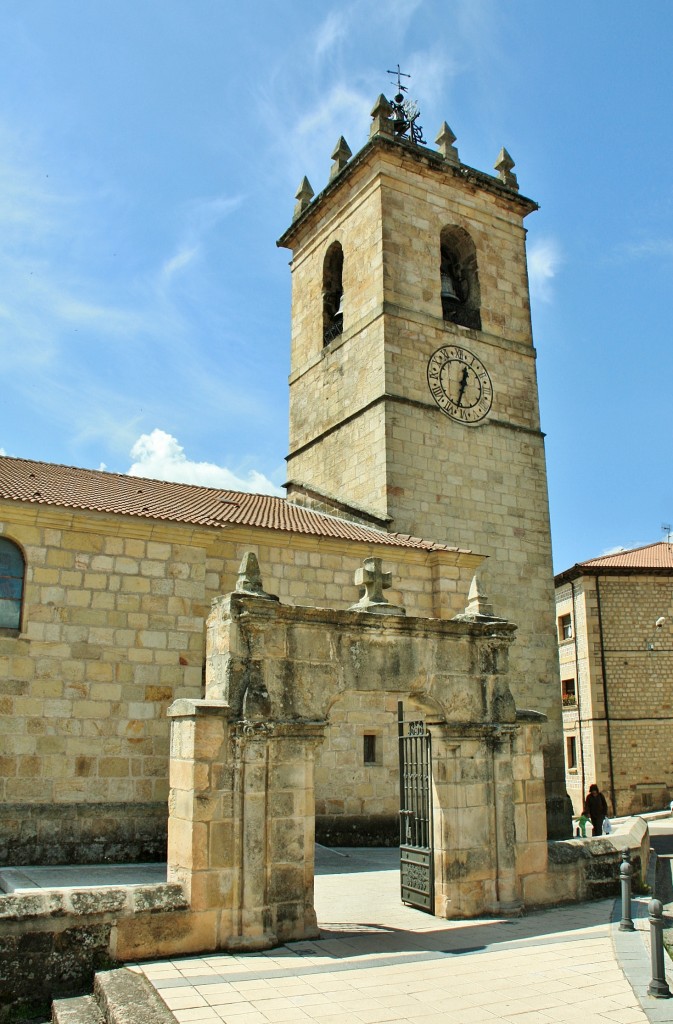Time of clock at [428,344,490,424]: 12:33
